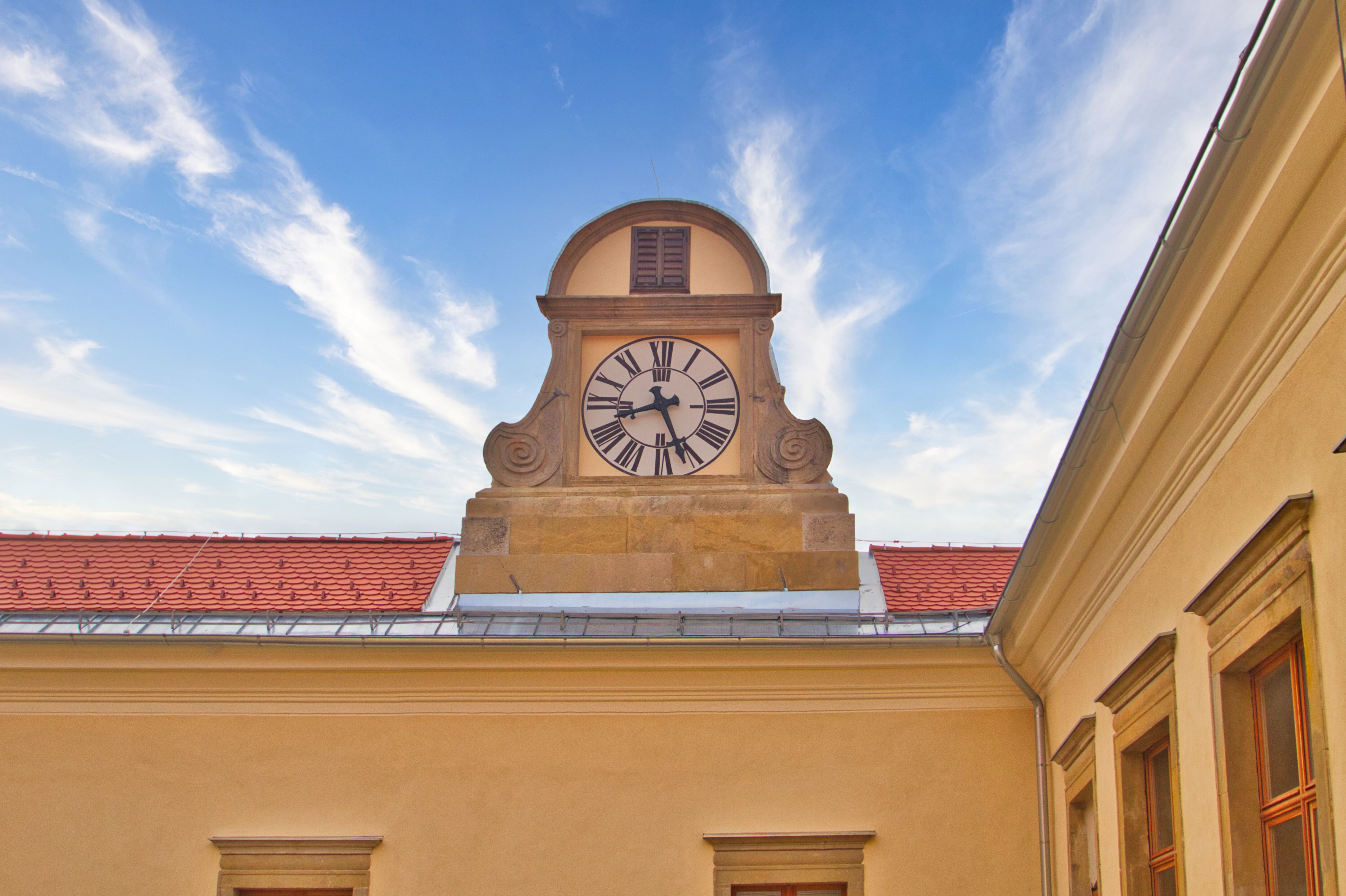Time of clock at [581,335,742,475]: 8:26
